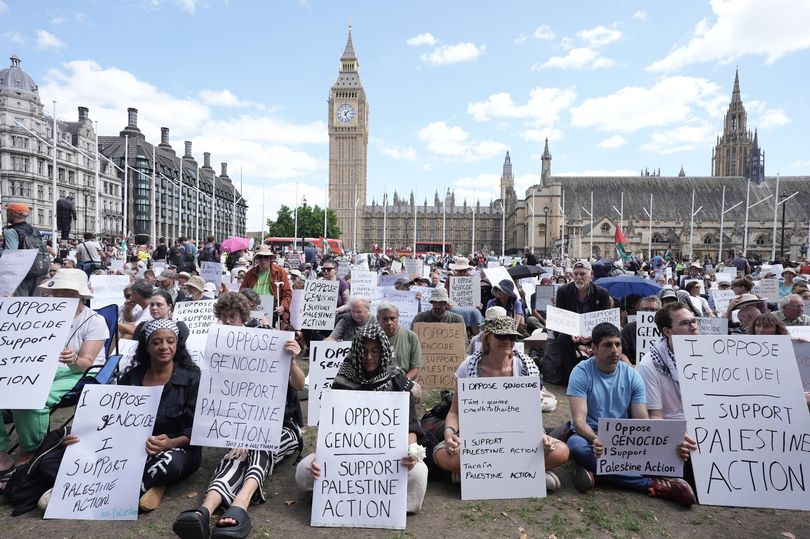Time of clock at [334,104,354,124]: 1:26
